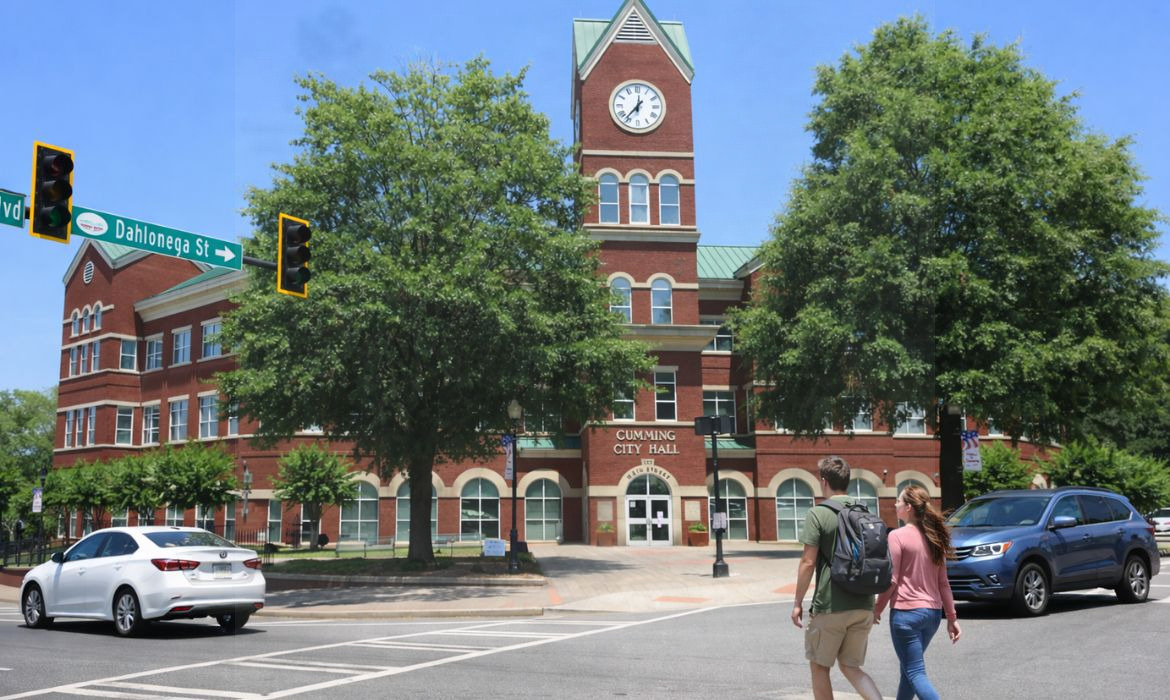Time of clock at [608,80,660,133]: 6:36
